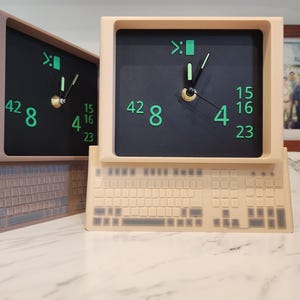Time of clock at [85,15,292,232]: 12:04
